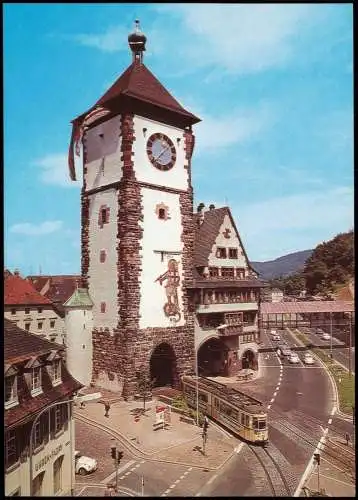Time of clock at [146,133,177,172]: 1:37
